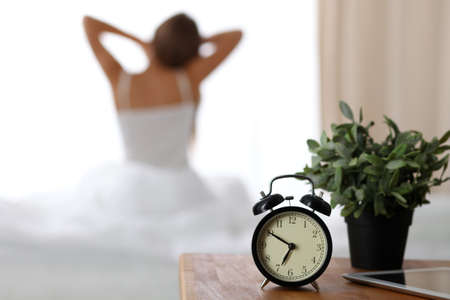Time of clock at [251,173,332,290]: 6:50
